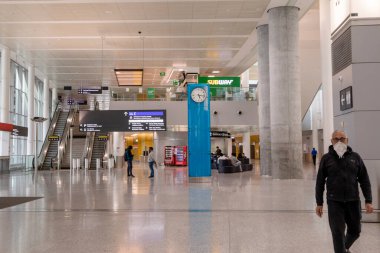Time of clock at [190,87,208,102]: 5:16
